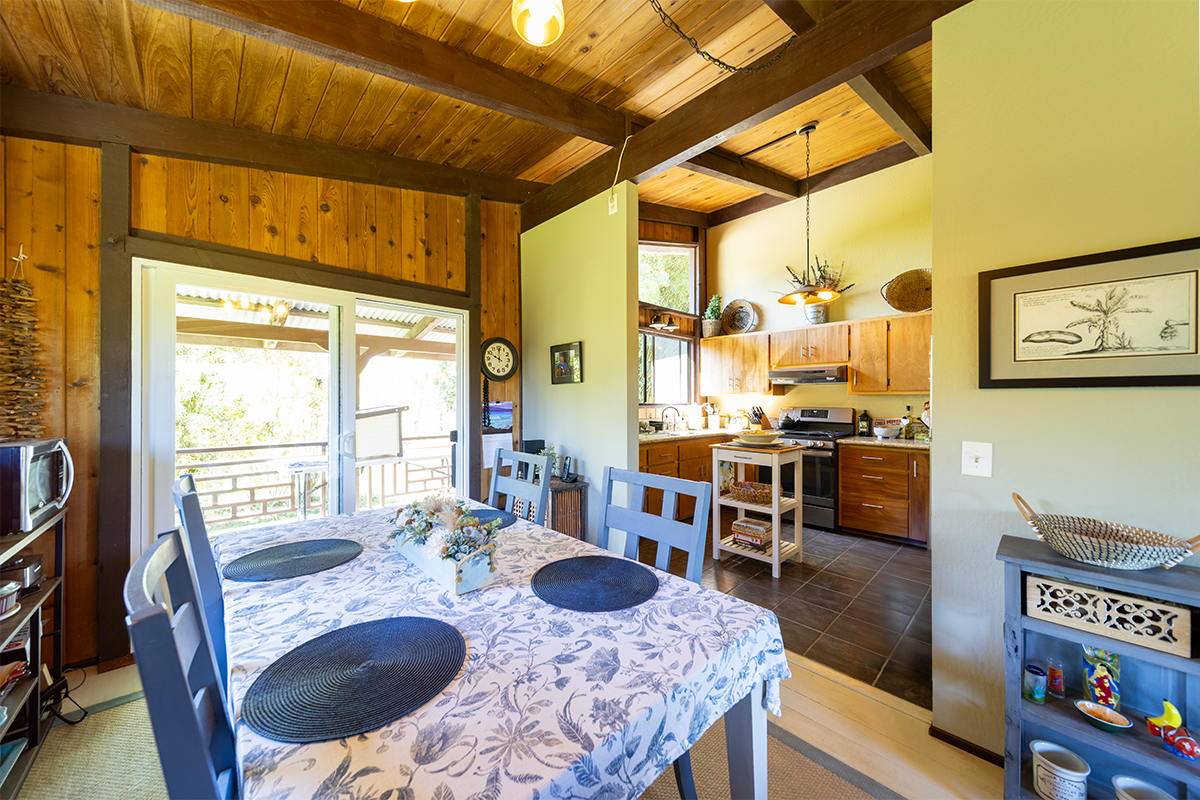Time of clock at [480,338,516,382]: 10:00
